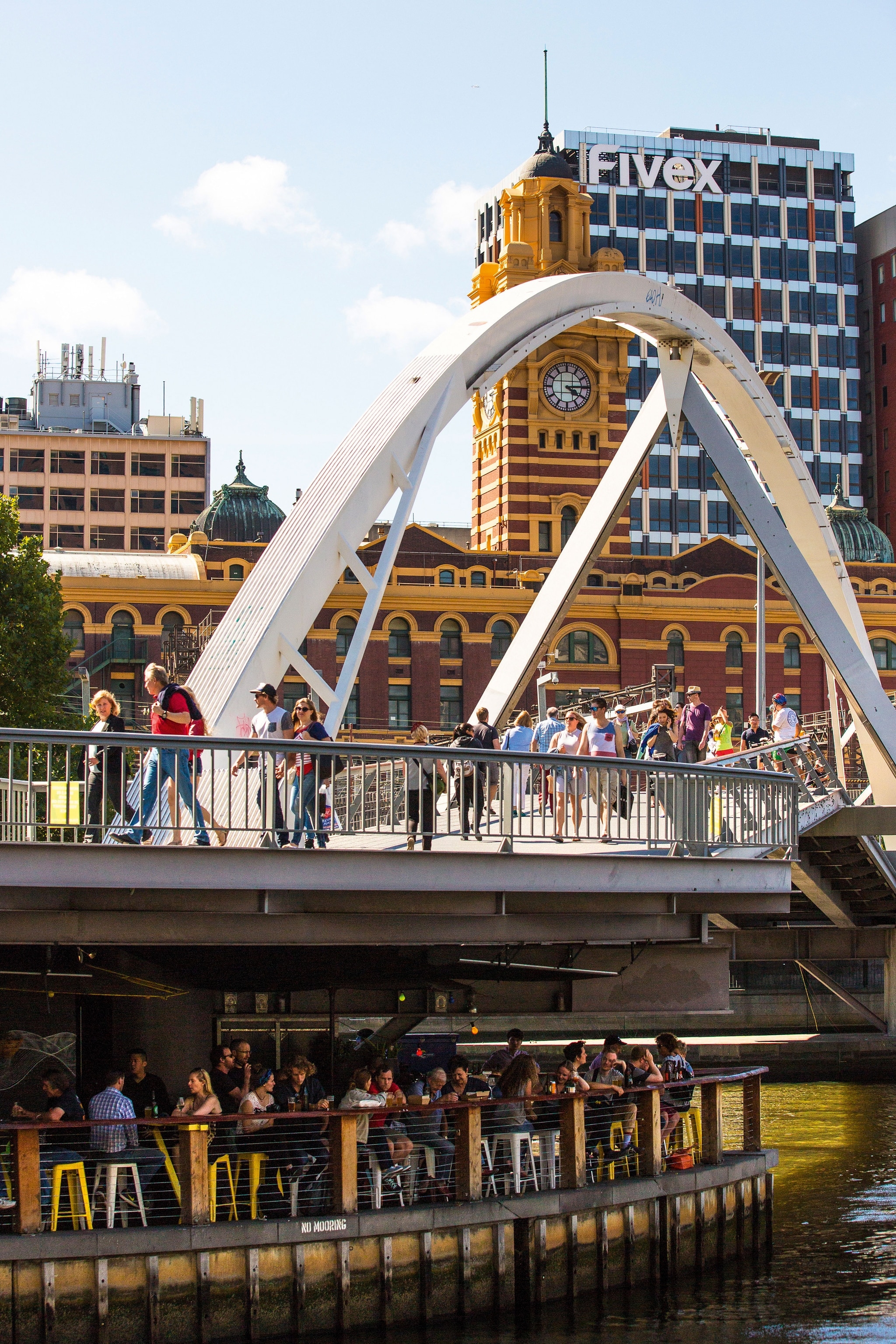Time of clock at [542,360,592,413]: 4:14
